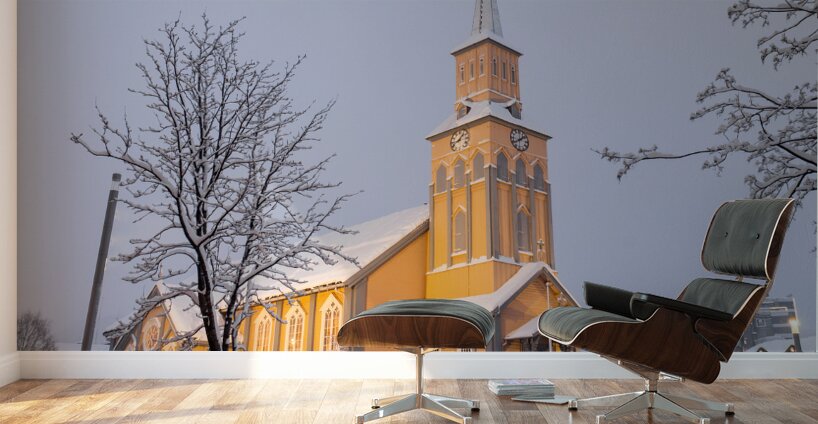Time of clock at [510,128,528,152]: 1:39
